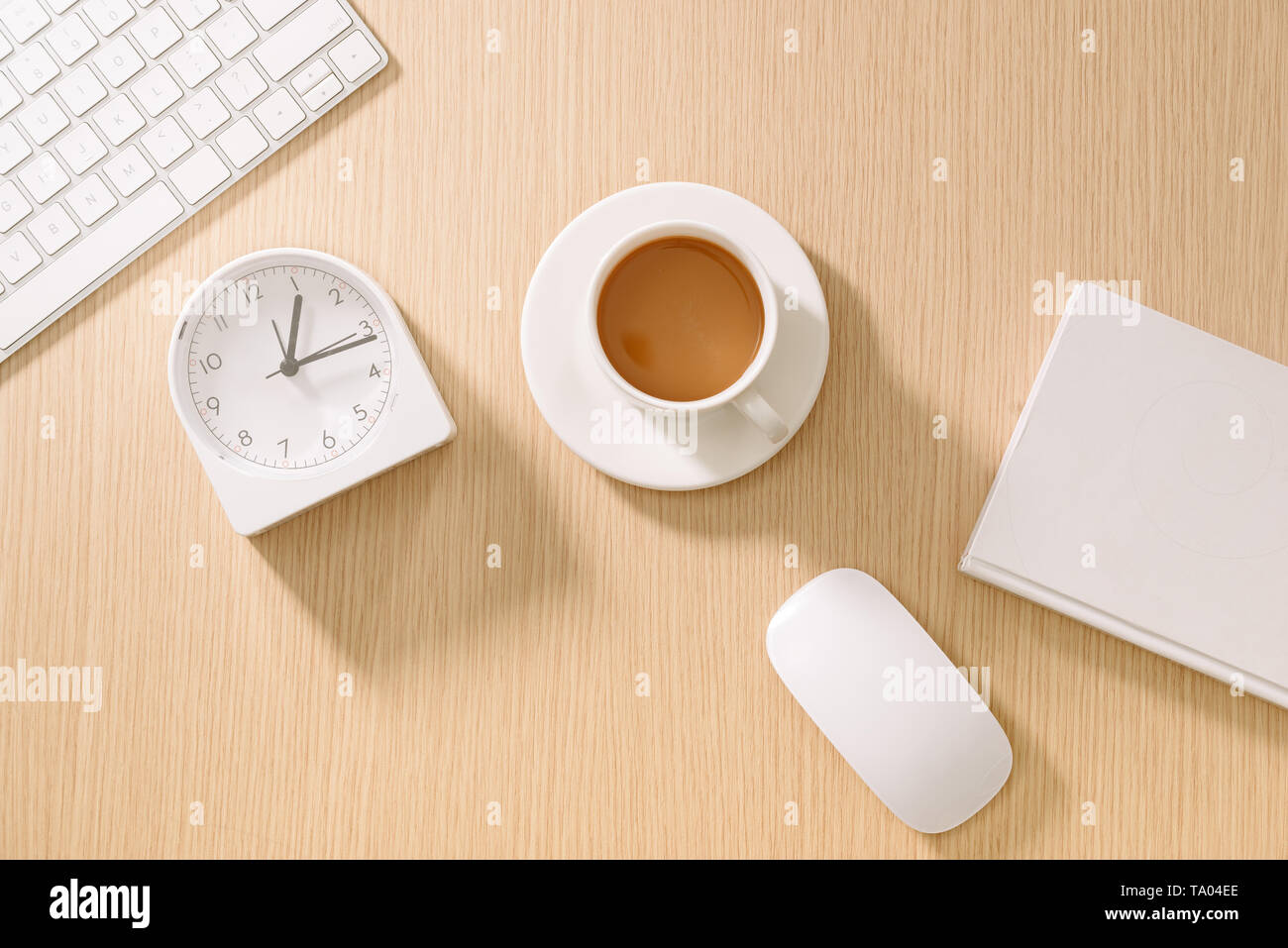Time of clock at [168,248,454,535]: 1:16
